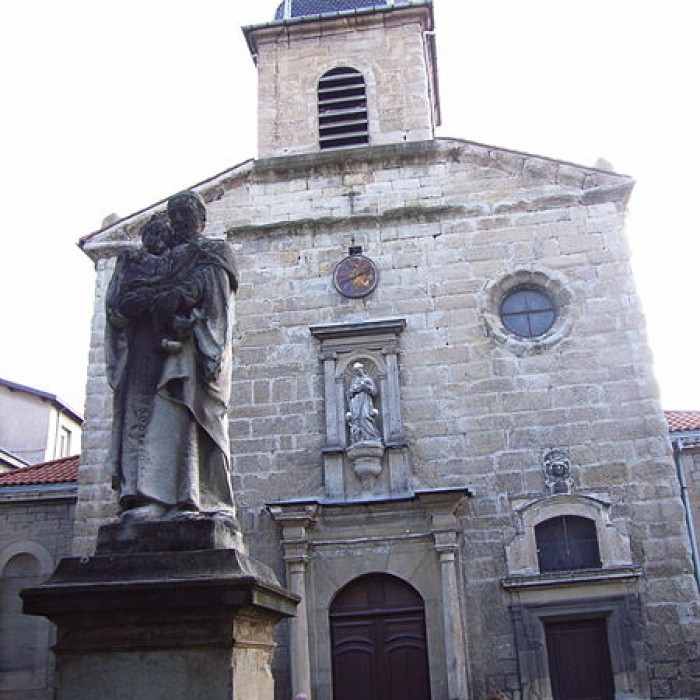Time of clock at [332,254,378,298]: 8:11
